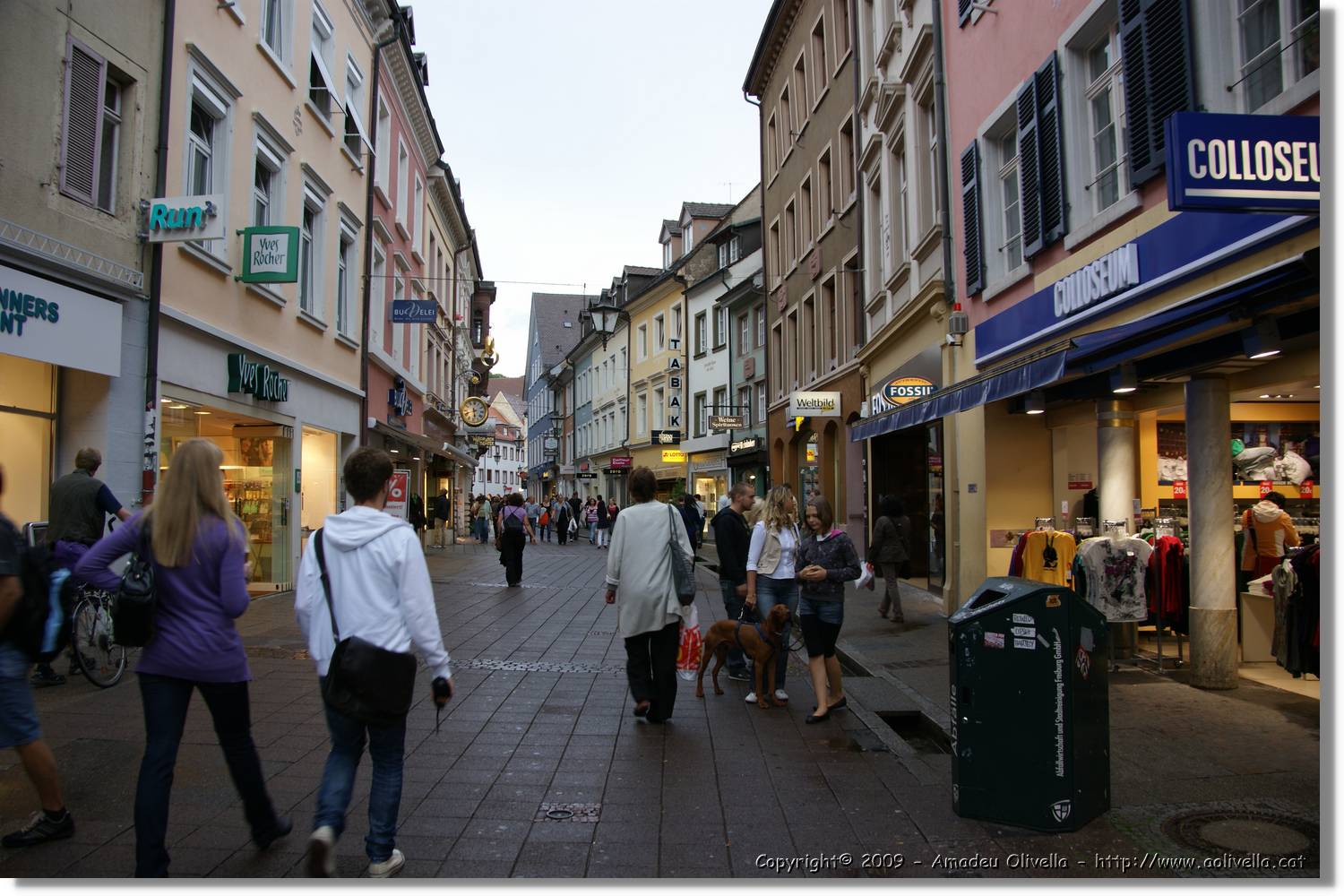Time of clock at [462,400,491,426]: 5:41
